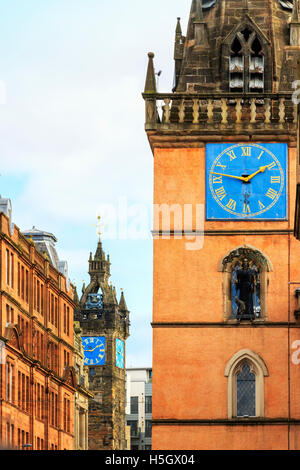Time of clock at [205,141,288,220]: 1:47
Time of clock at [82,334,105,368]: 9:09
